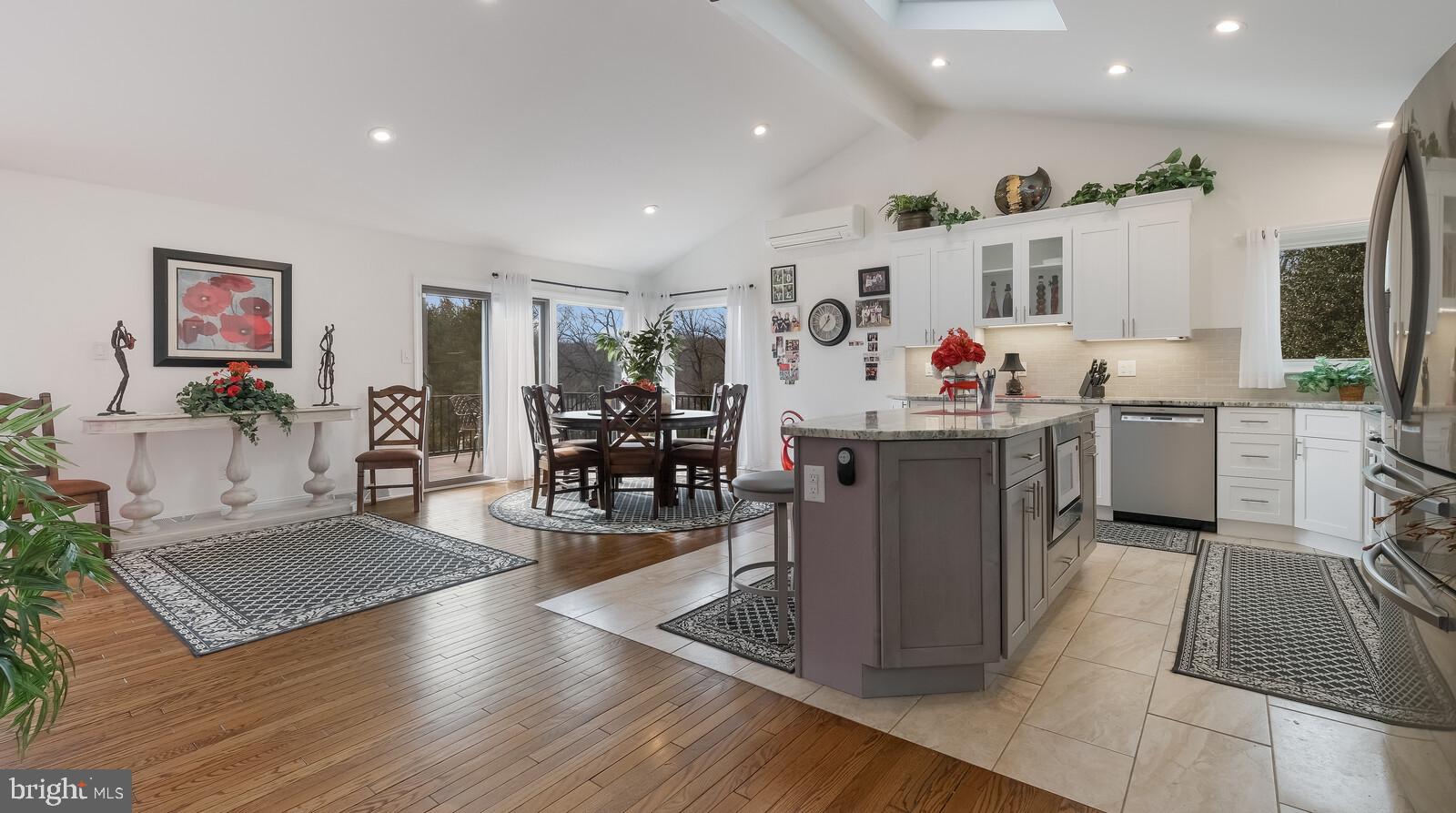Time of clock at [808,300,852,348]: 12:36
